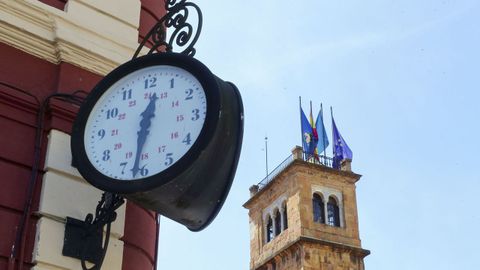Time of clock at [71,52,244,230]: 12:31
